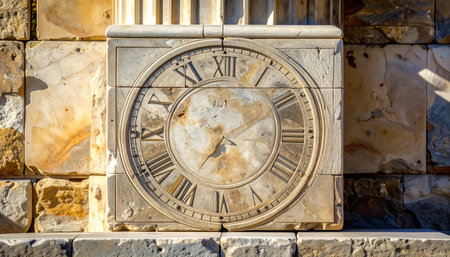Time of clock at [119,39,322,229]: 7:10
